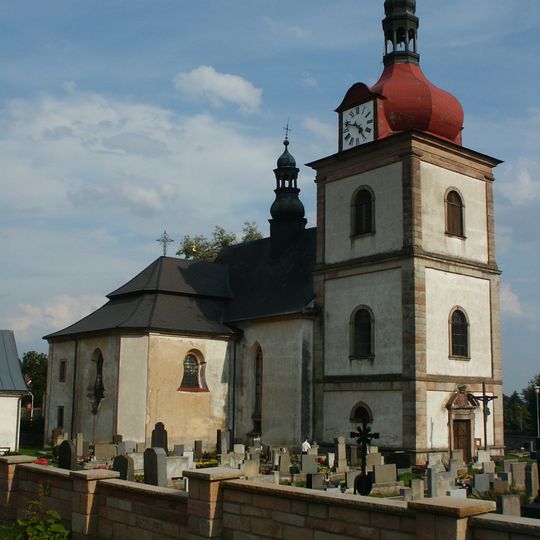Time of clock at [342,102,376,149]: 4:48
